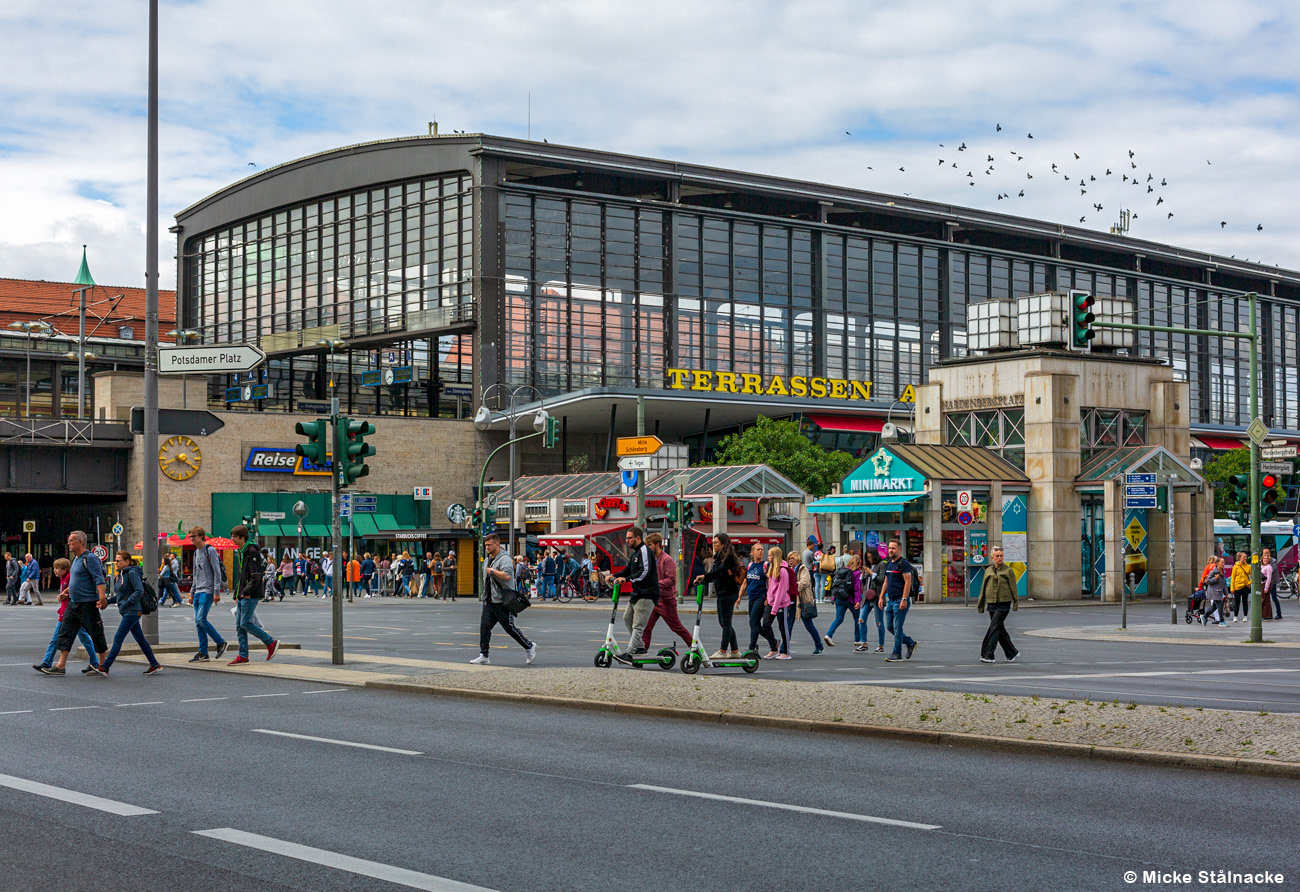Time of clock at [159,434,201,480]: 8:19
